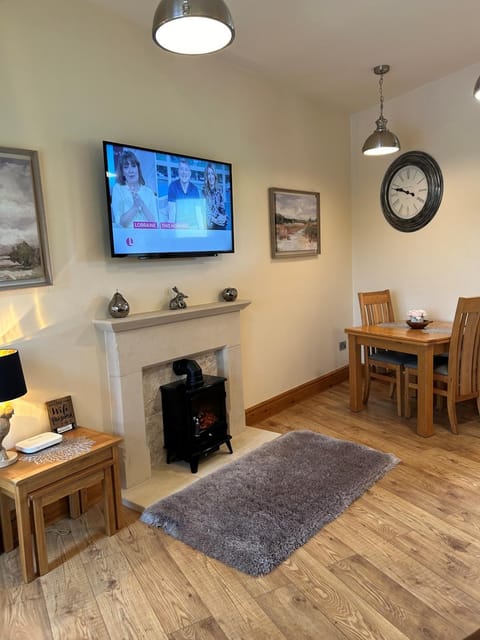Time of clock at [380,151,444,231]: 9:47
